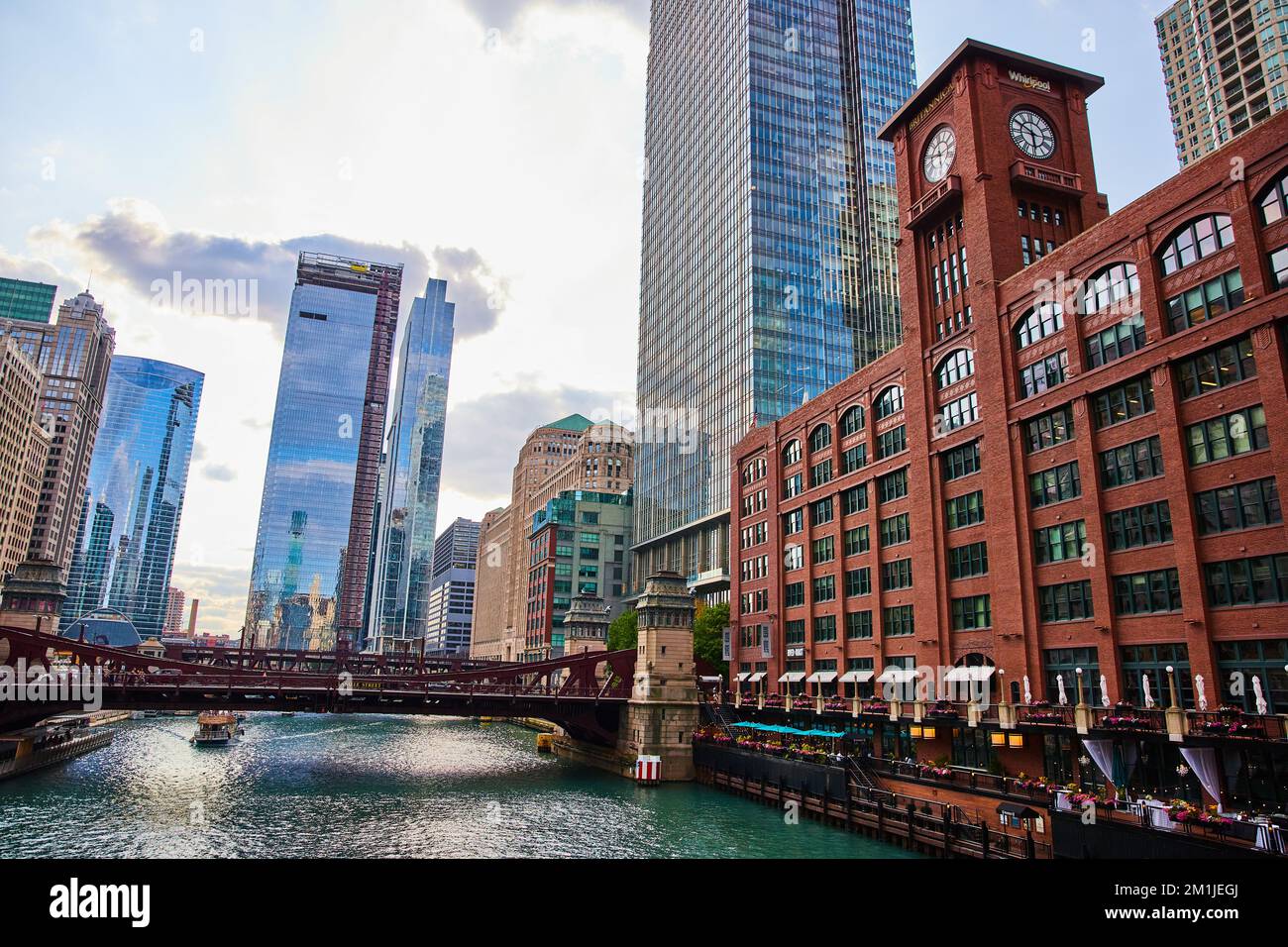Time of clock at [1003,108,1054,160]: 5:49
